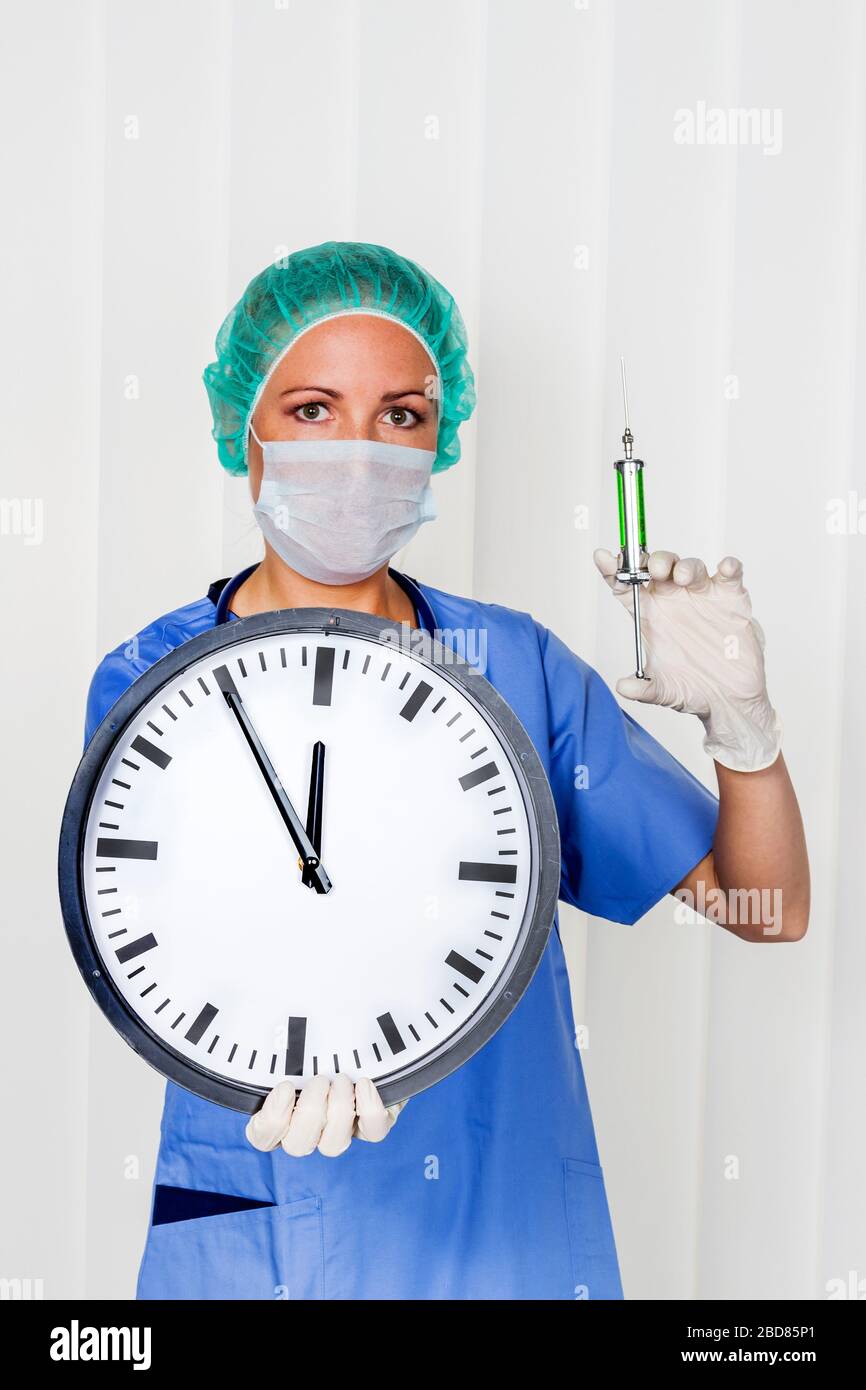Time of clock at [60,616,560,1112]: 11:54
